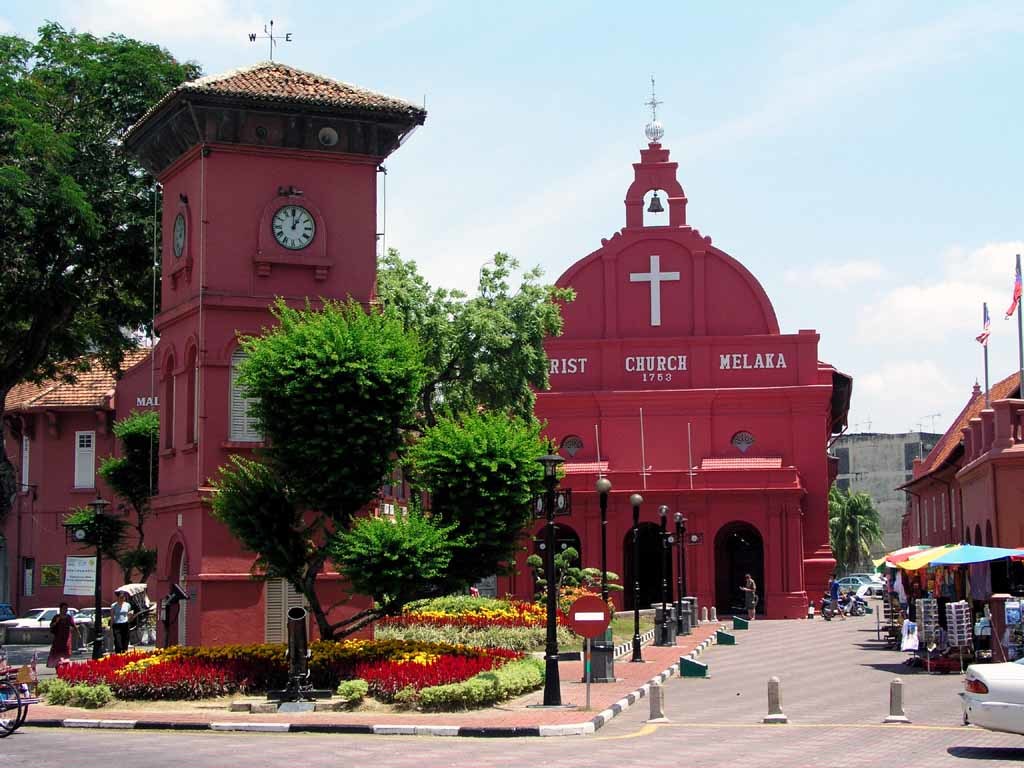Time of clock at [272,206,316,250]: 12:05
